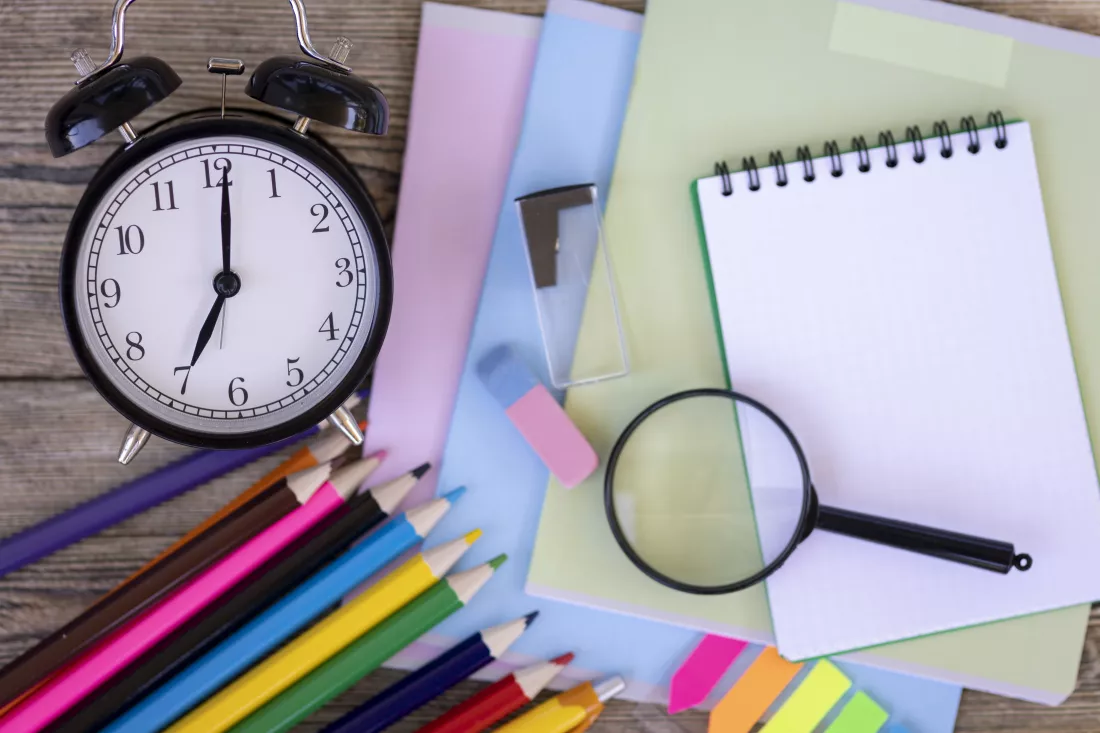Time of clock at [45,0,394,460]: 7:00
